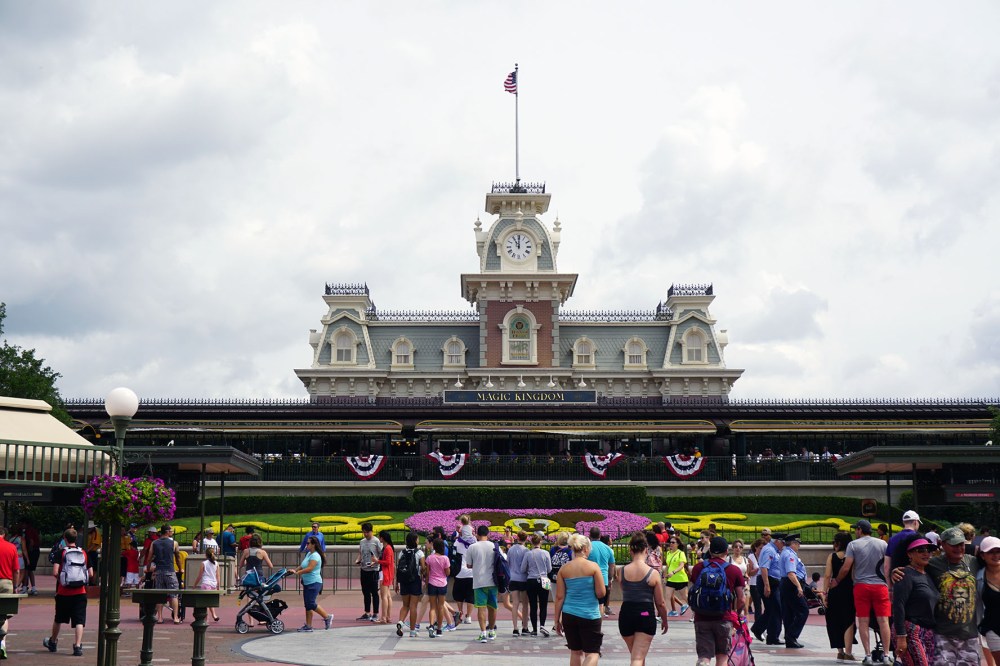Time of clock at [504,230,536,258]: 11:00
